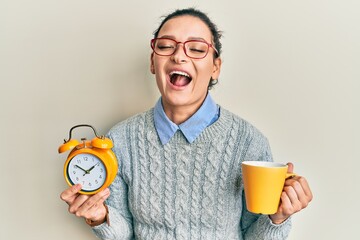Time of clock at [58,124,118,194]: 1:50
